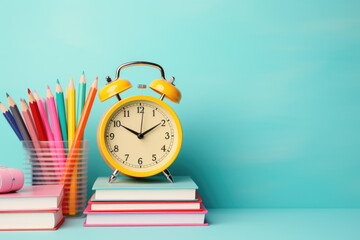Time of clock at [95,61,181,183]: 1:50
